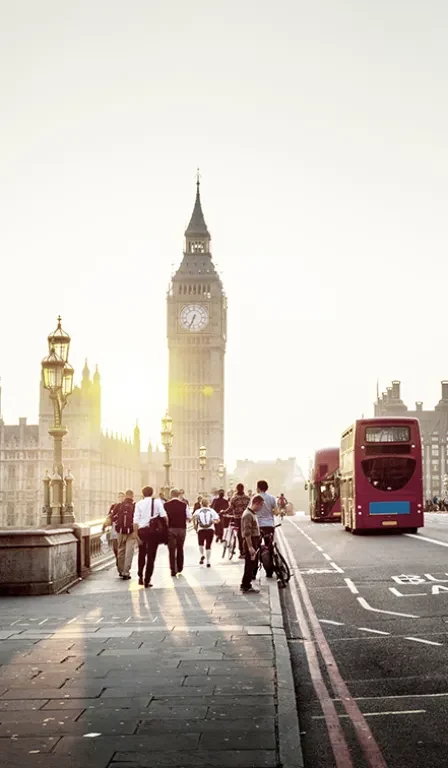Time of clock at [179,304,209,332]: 6:33
